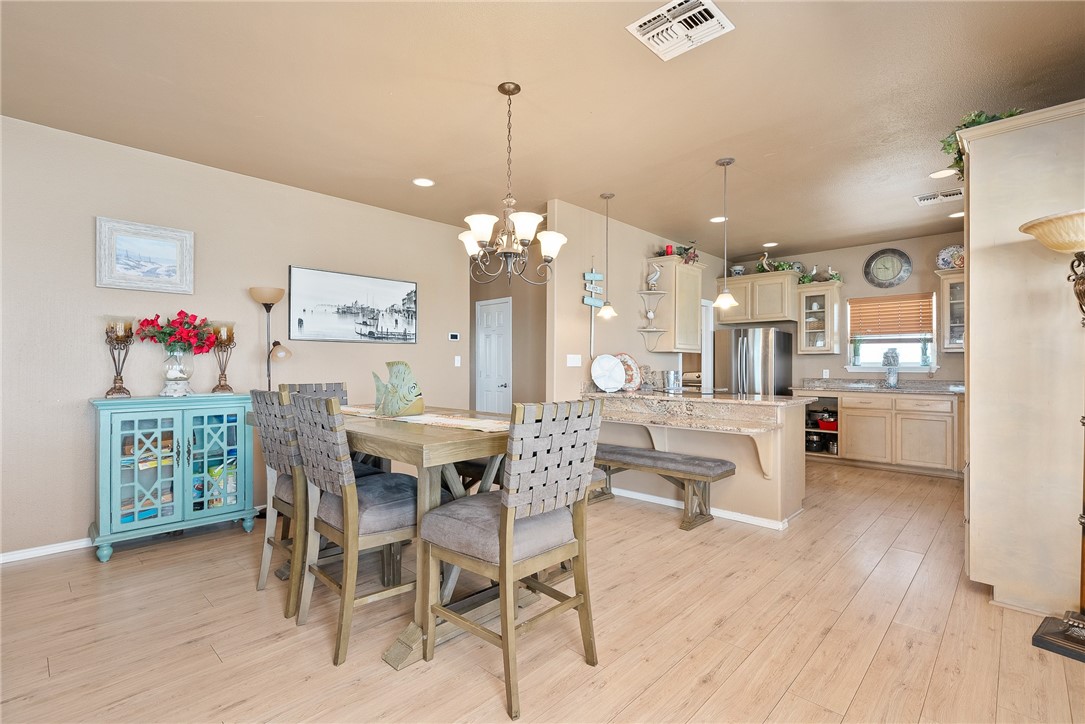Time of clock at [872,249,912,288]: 10:45
